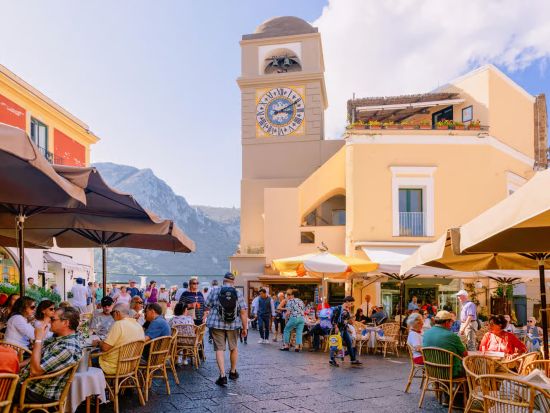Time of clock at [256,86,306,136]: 3:09
